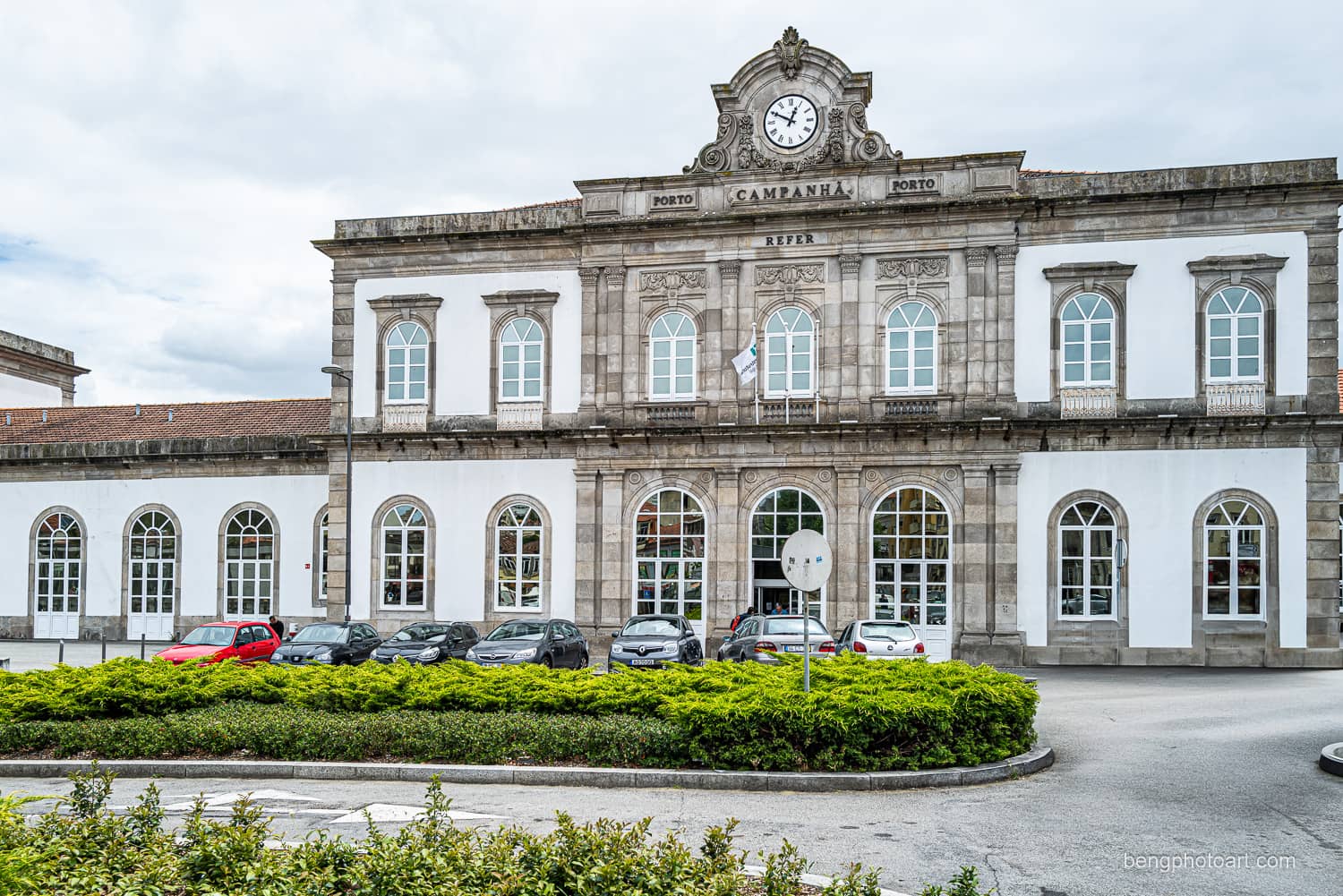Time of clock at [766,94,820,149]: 12:49
